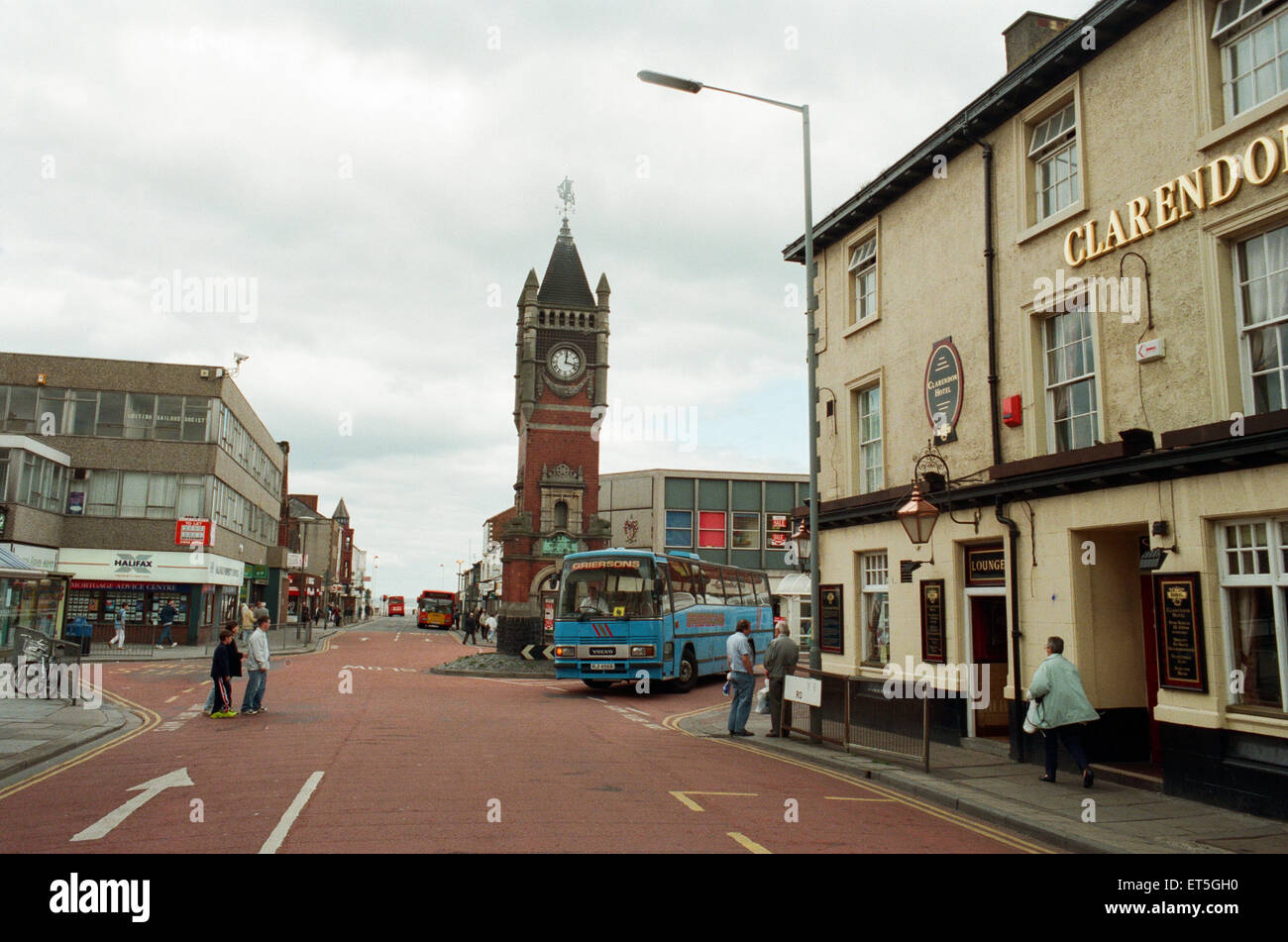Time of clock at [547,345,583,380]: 12:17
